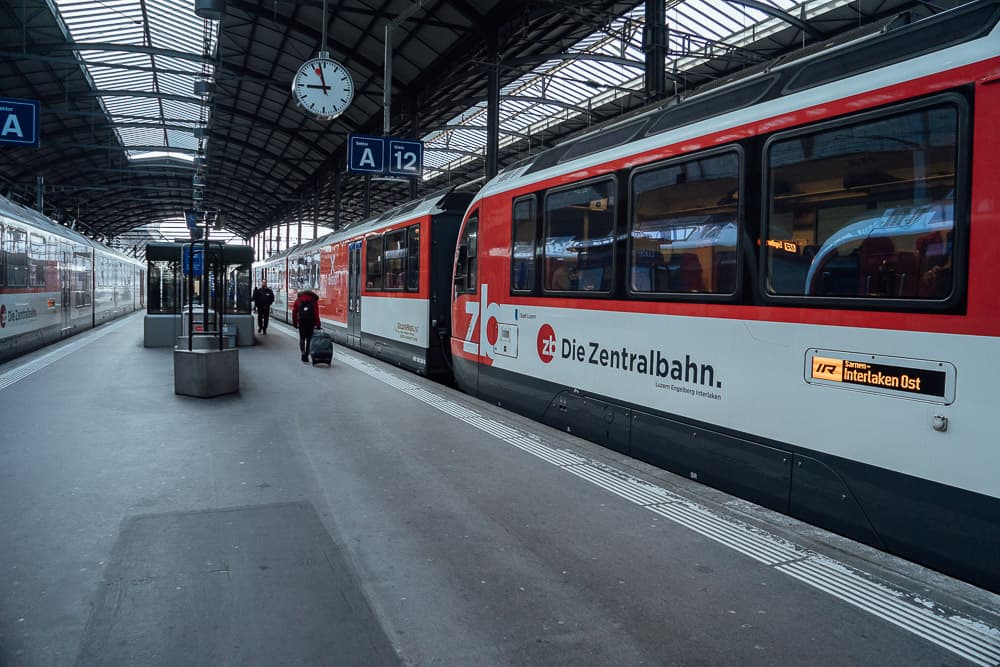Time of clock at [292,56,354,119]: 8:57
